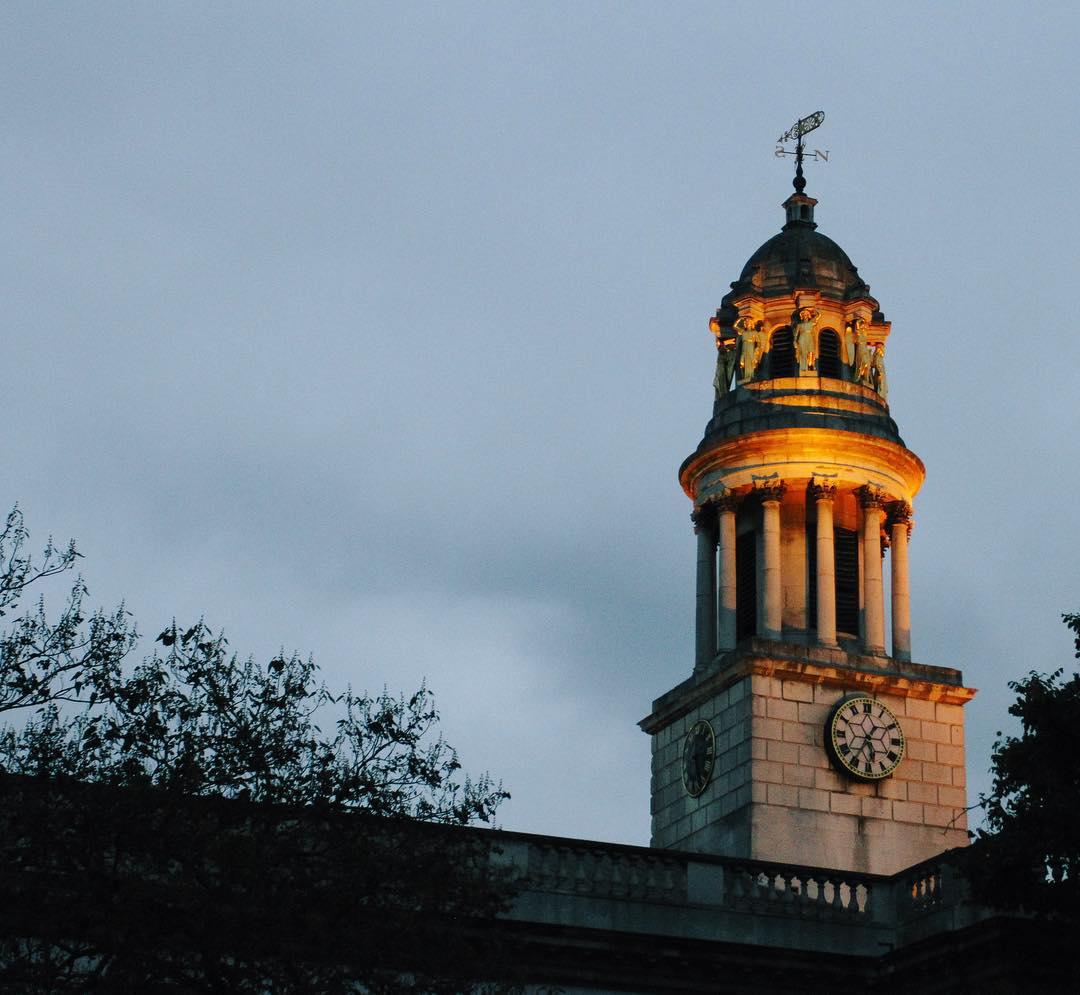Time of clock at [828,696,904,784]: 5:35
